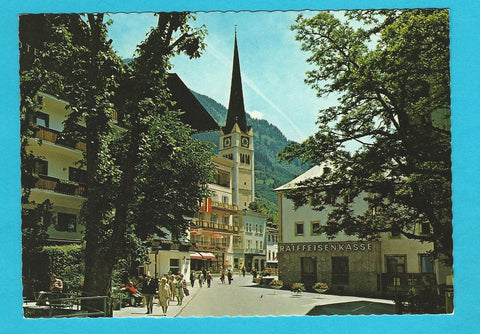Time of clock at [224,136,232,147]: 7:00
